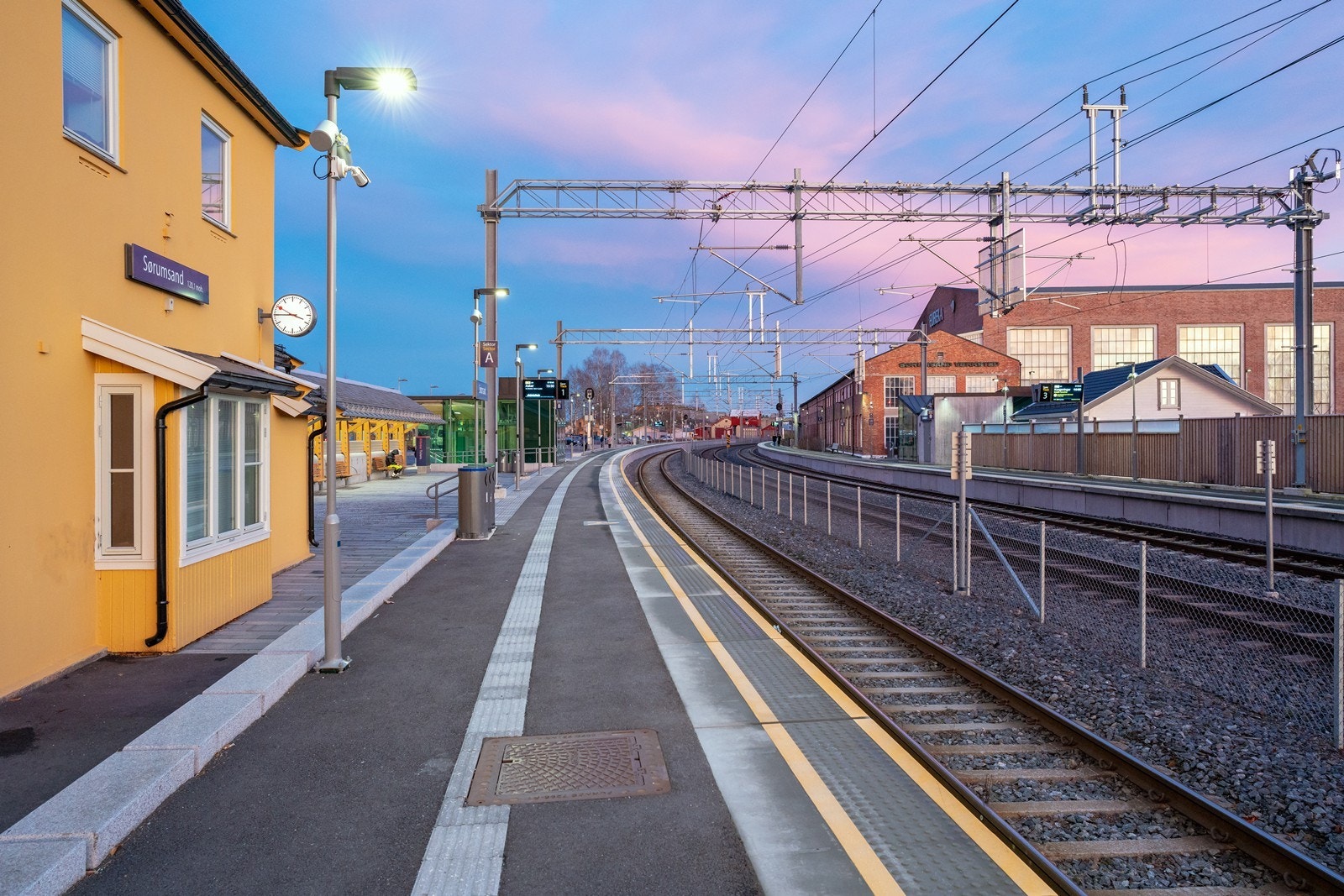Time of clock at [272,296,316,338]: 3:45
